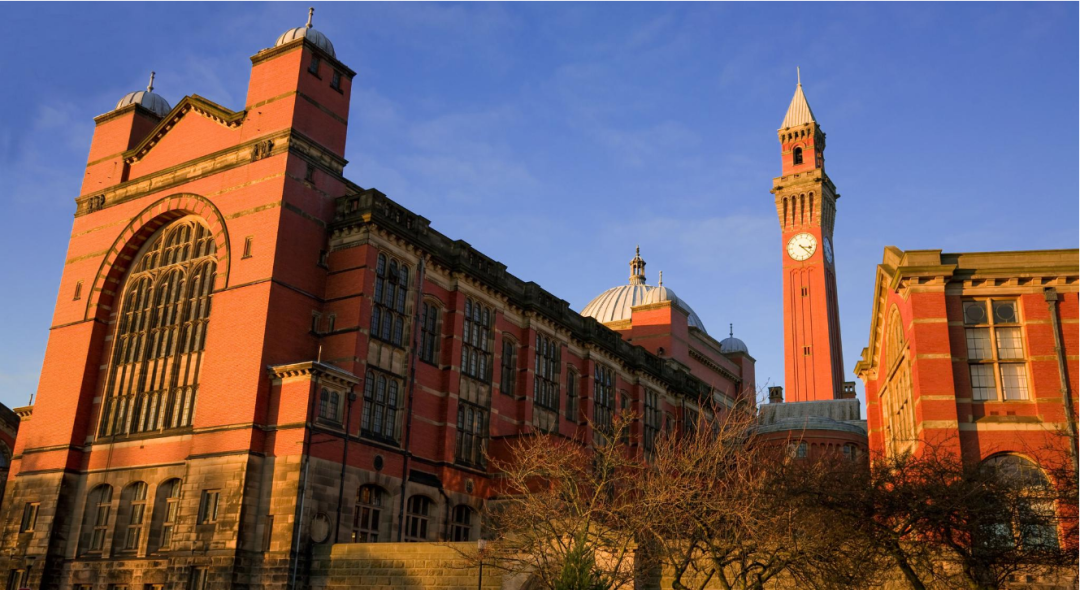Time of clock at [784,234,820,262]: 3:22
